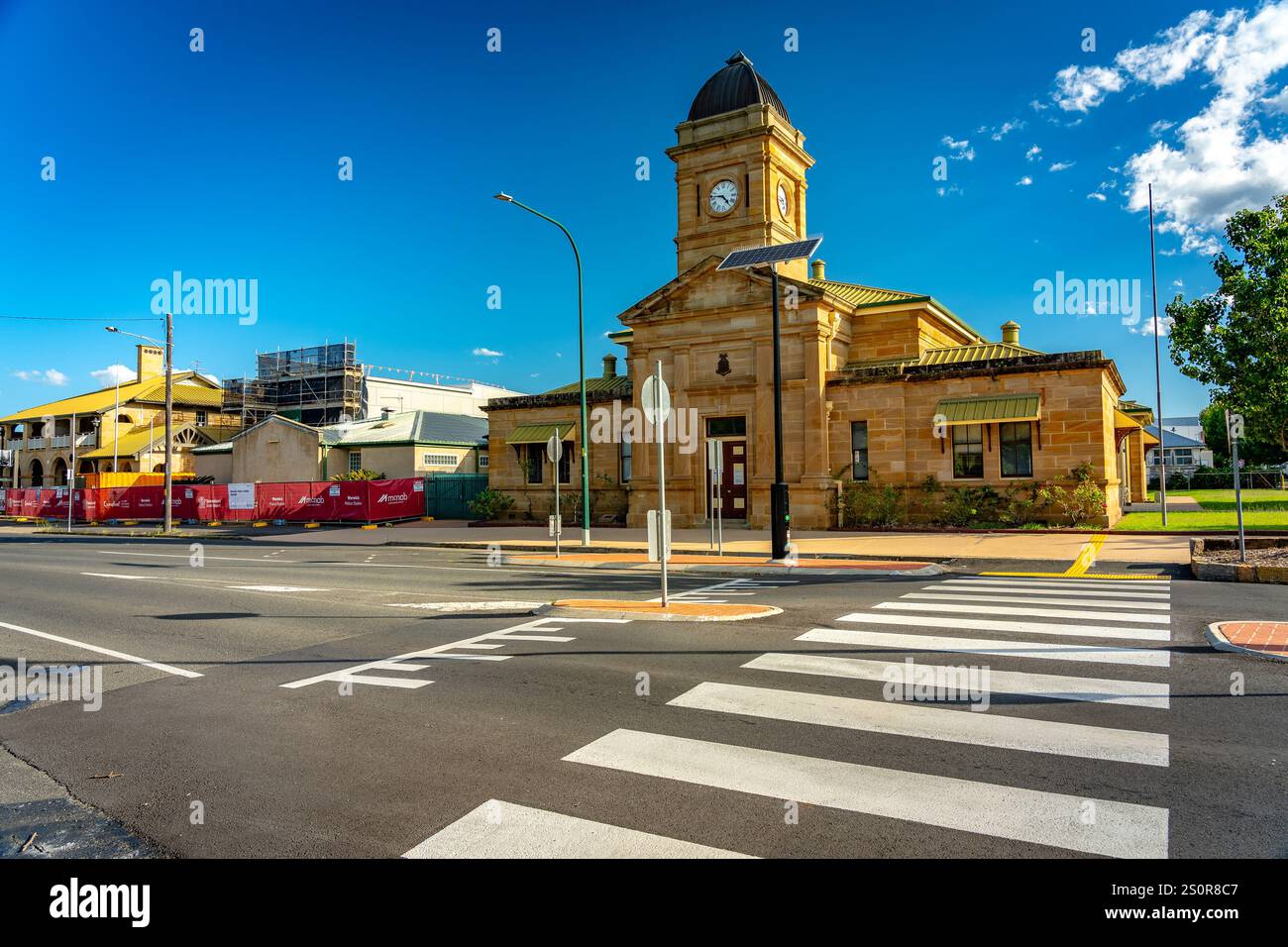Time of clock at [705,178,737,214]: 4:46
